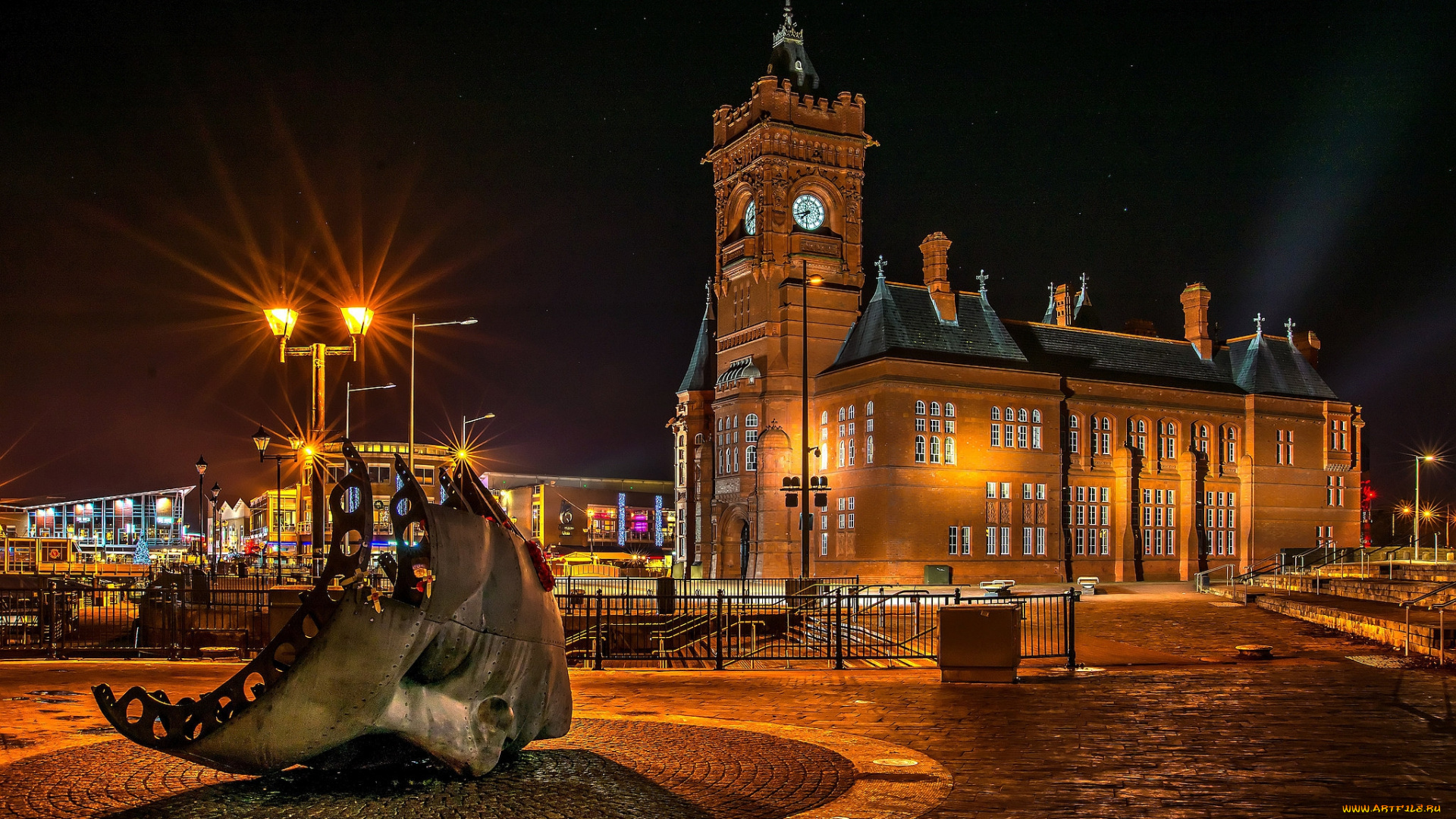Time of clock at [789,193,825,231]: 7:42
